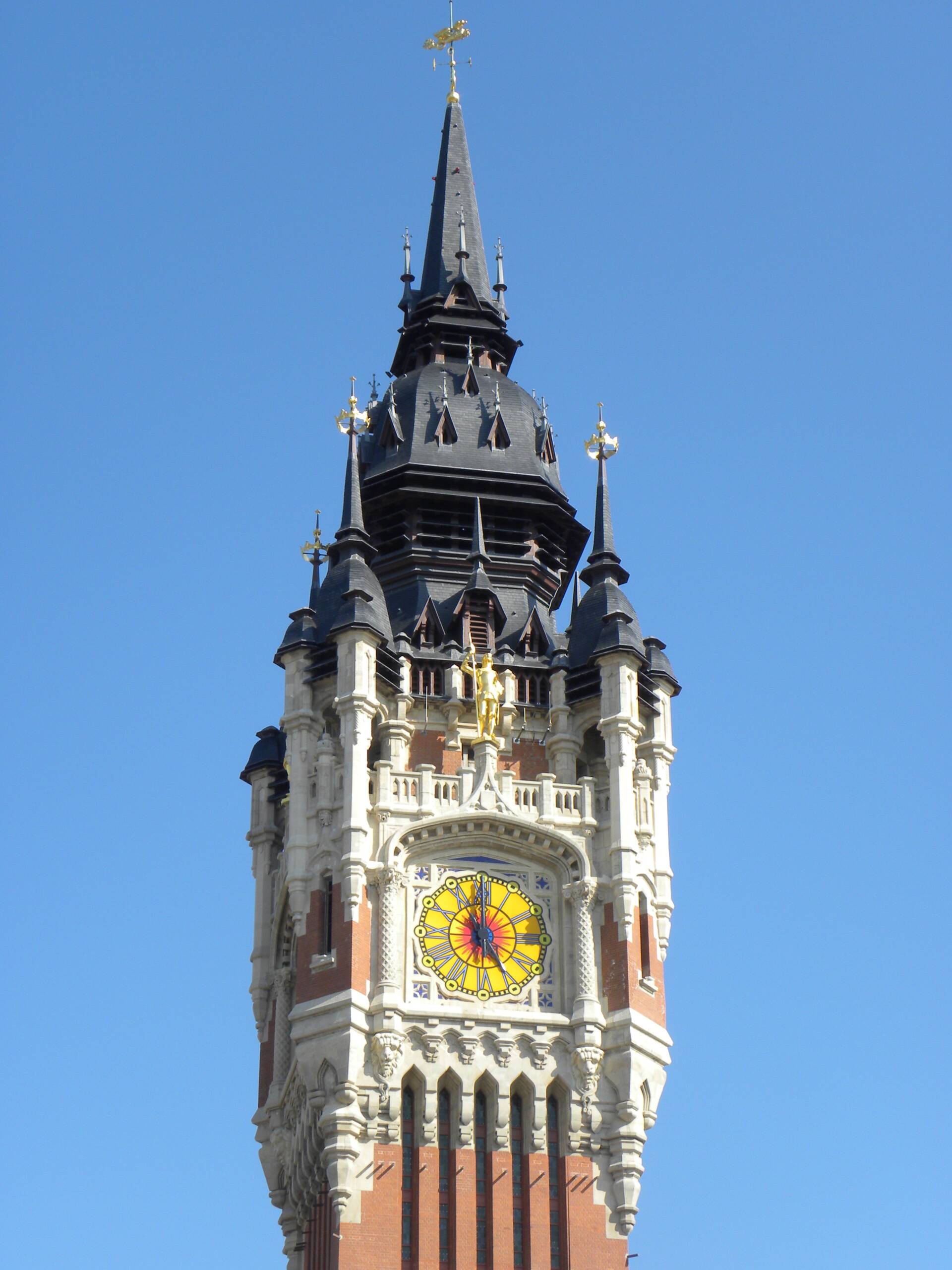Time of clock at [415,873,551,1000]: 5:00
